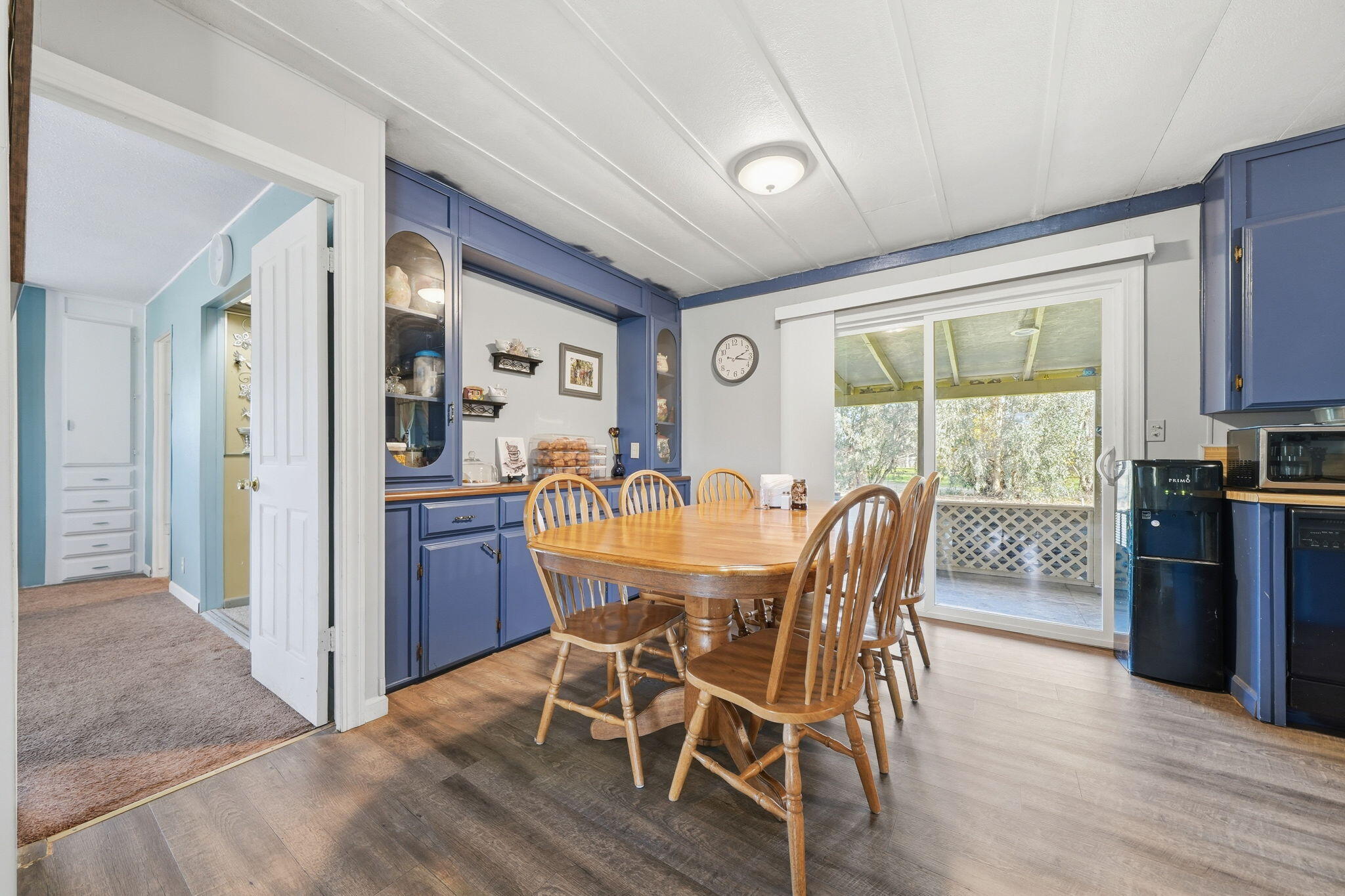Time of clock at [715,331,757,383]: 2:17
